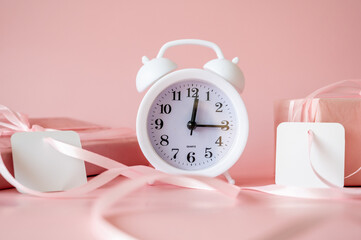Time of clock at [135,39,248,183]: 12:15
